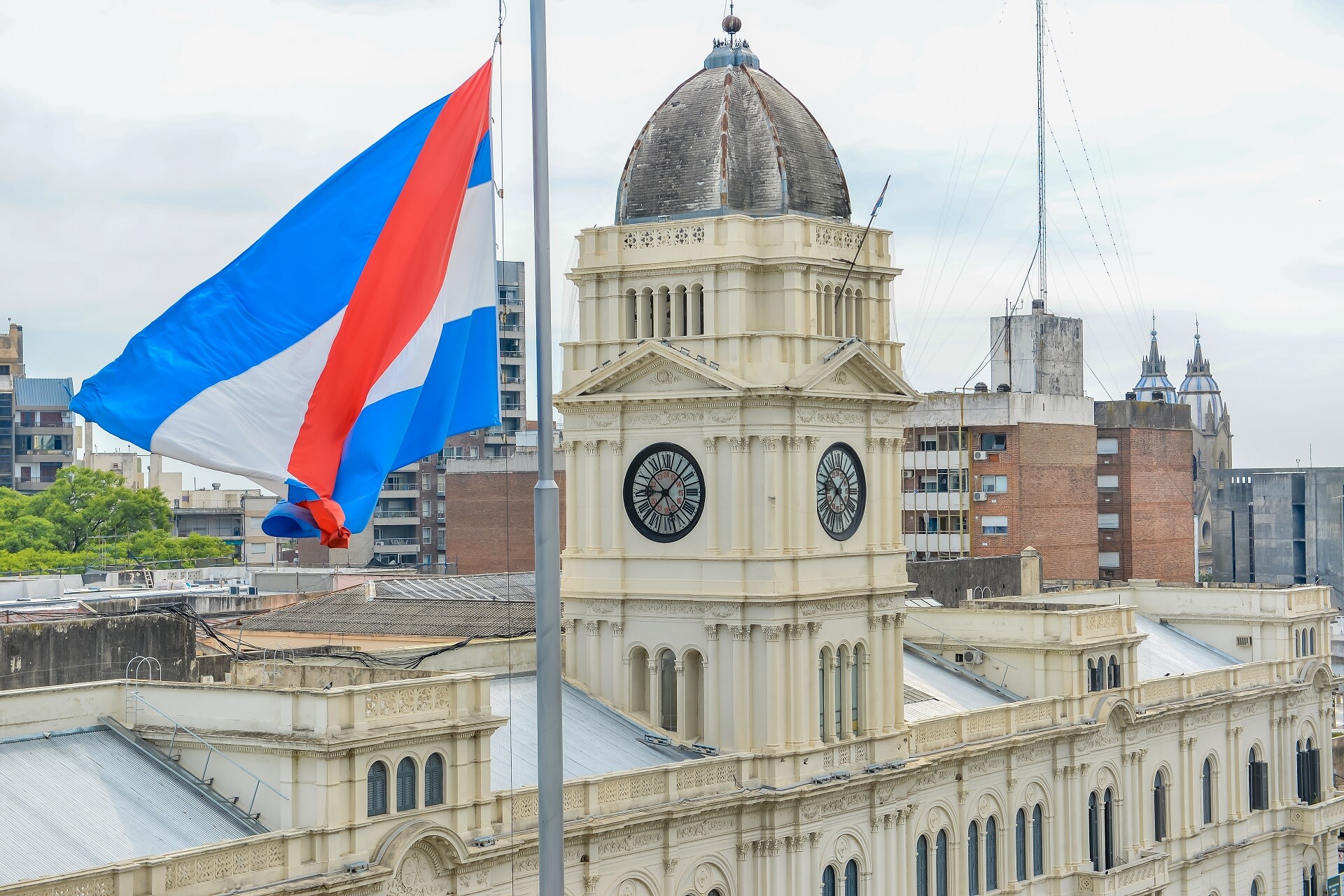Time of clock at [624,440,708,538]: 9:07
